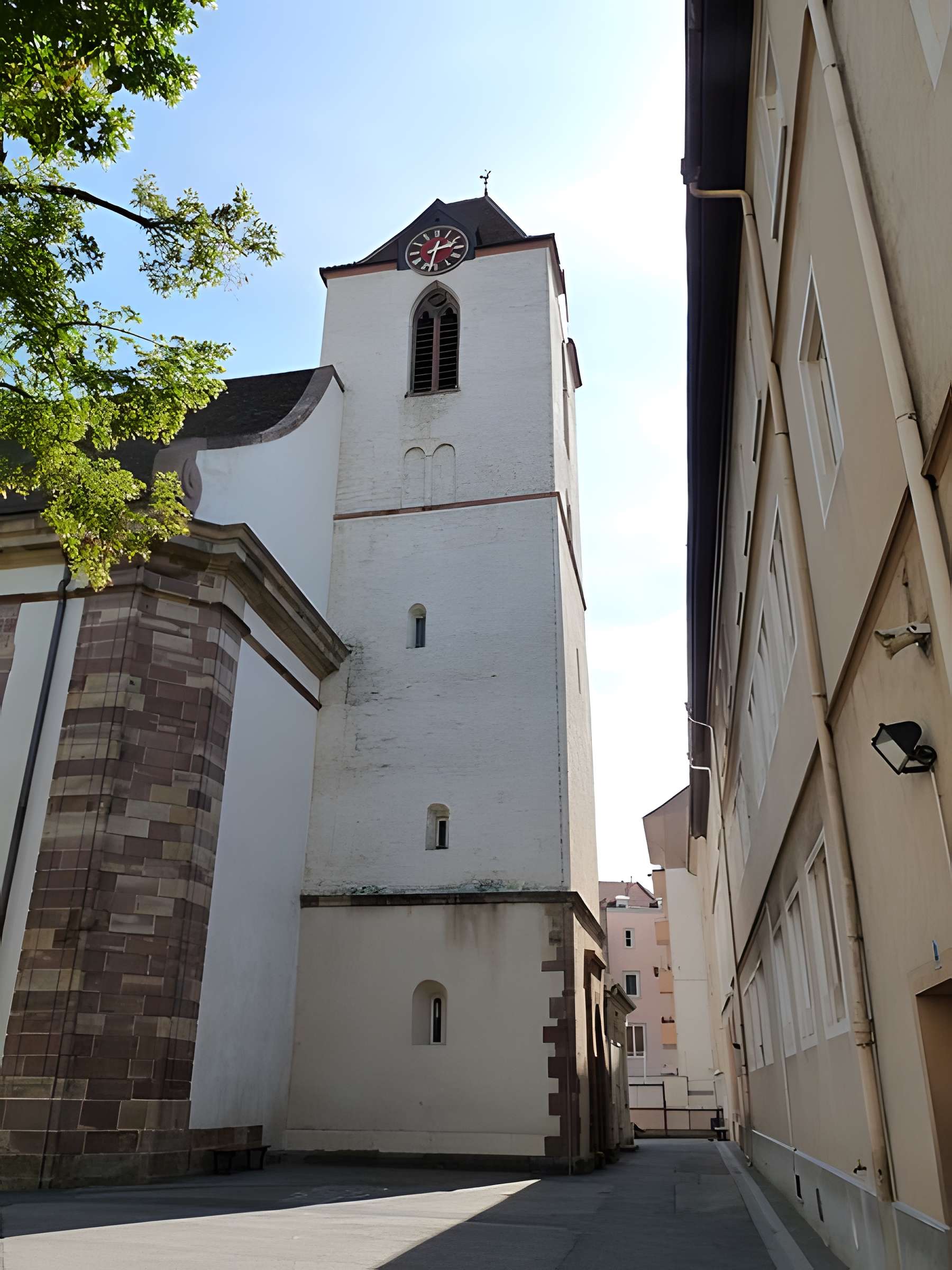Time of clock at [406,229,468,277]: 2:32
